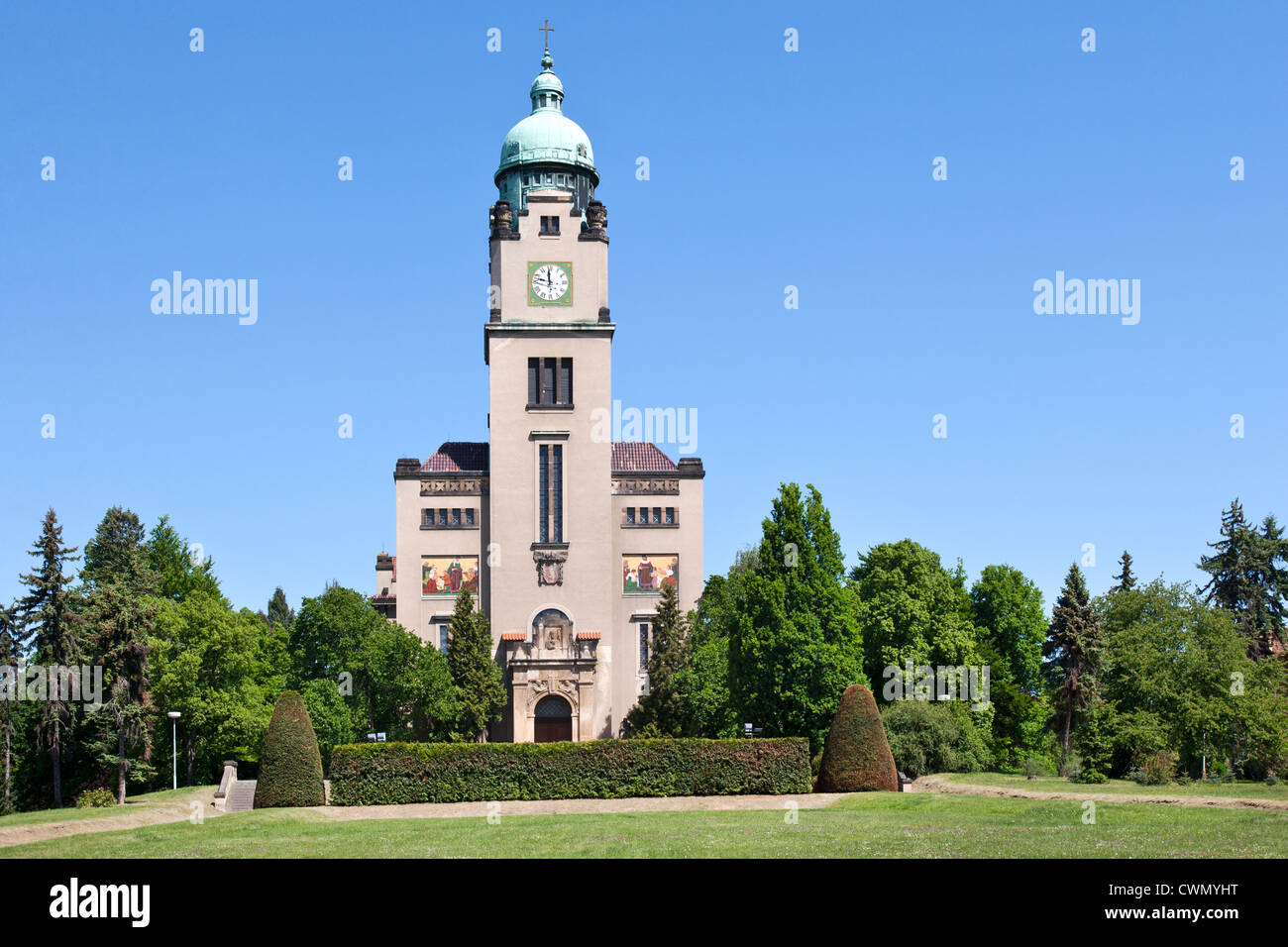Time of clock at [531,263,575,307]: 11:47
